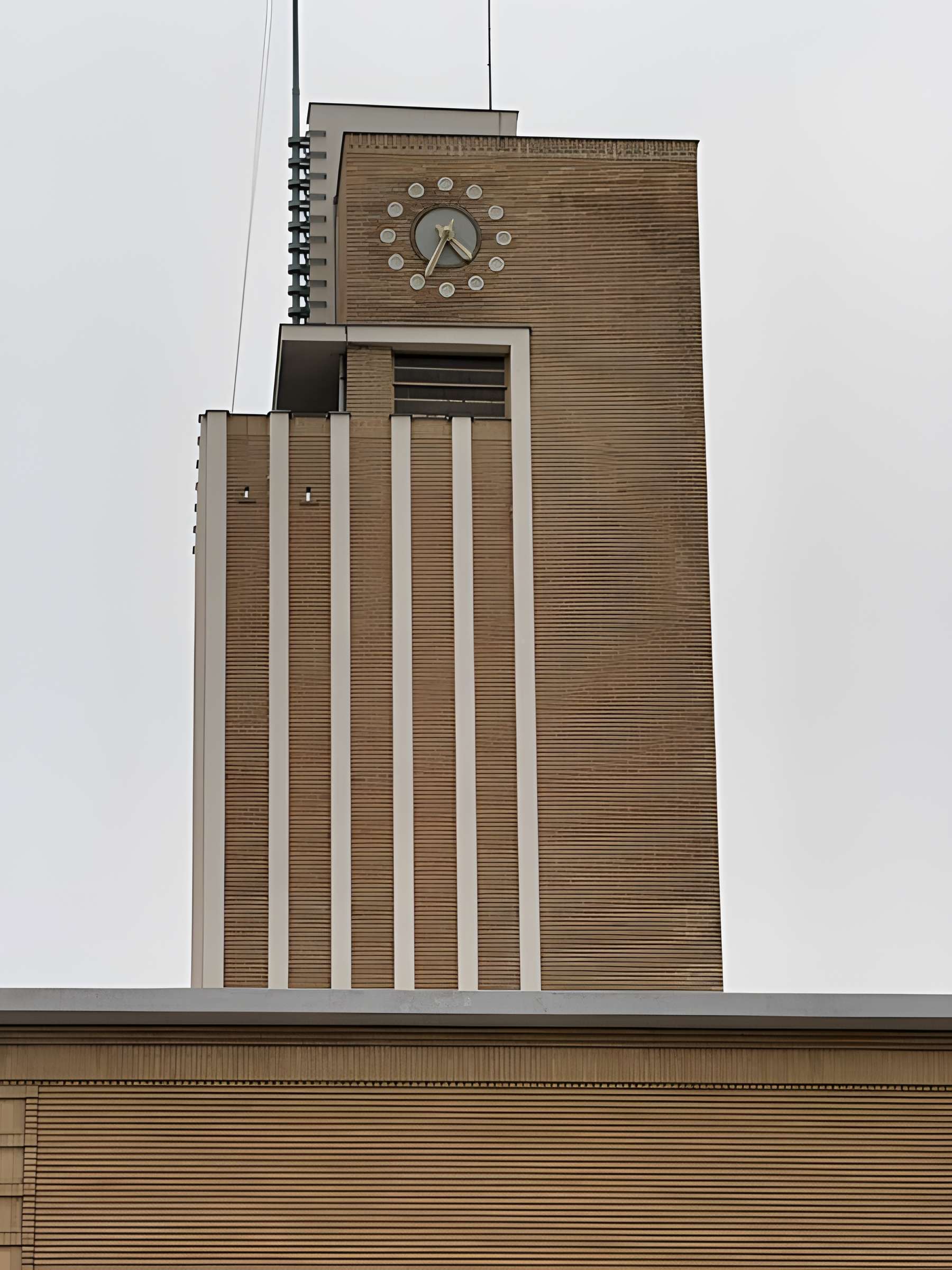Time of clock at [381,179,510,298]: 4:34
